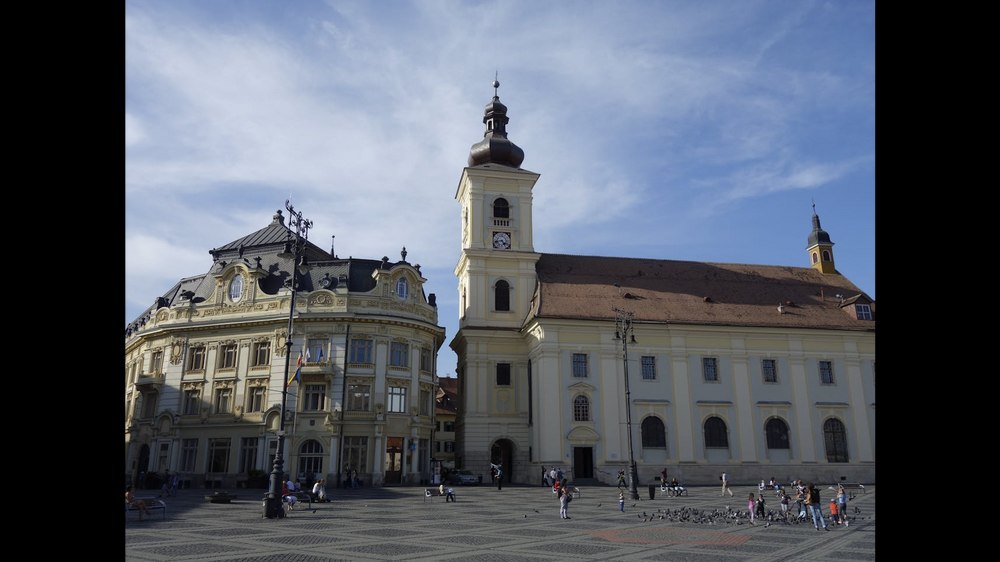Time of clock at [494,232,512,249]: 4:42
